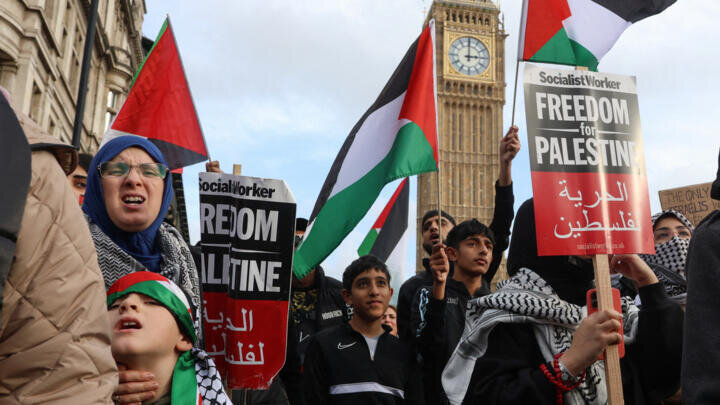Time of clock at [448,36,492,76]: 3:00
